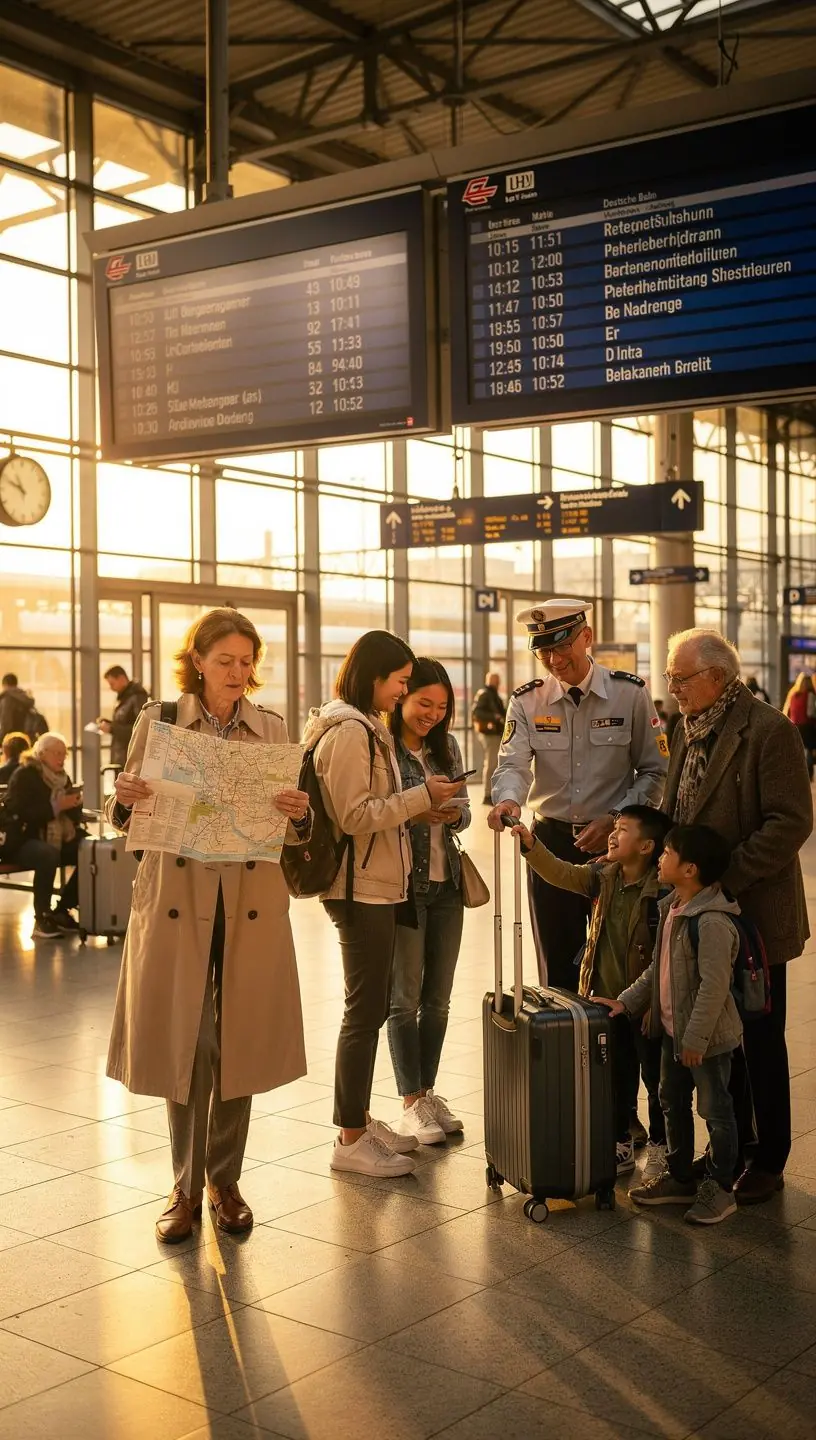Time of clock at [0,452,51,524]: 10:48
